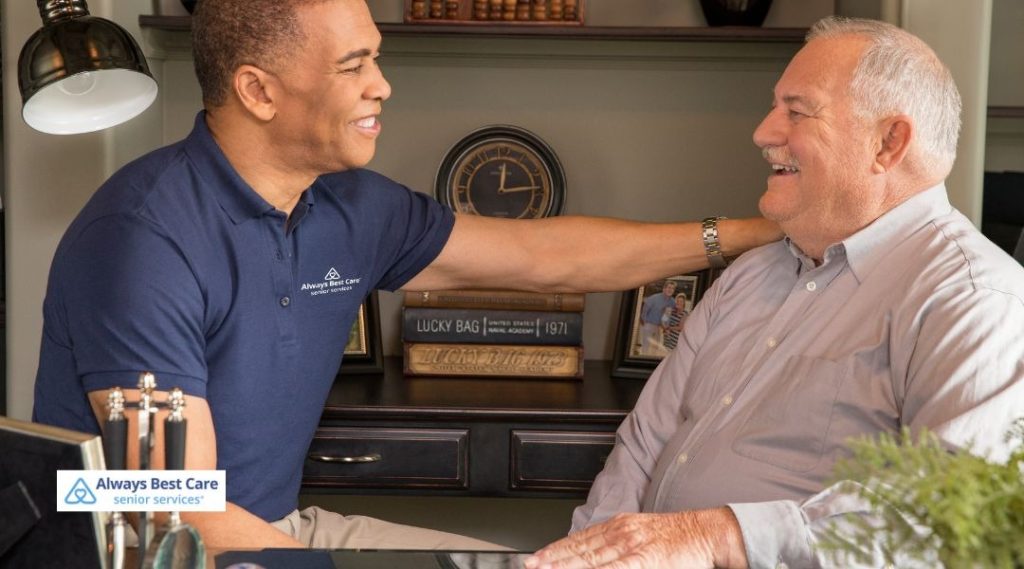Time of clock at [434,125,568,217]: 12:14
